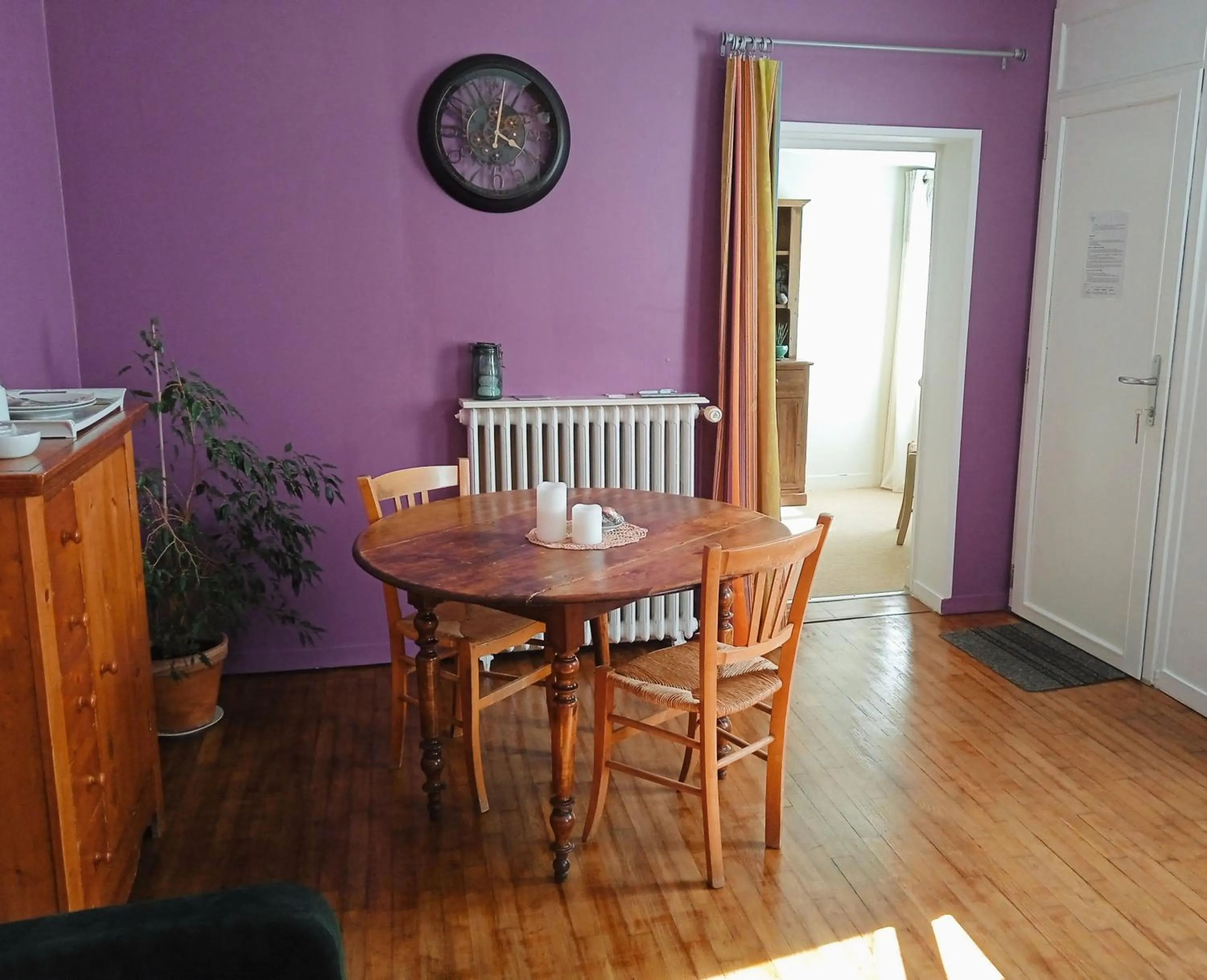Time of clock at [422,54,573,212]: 4:01
